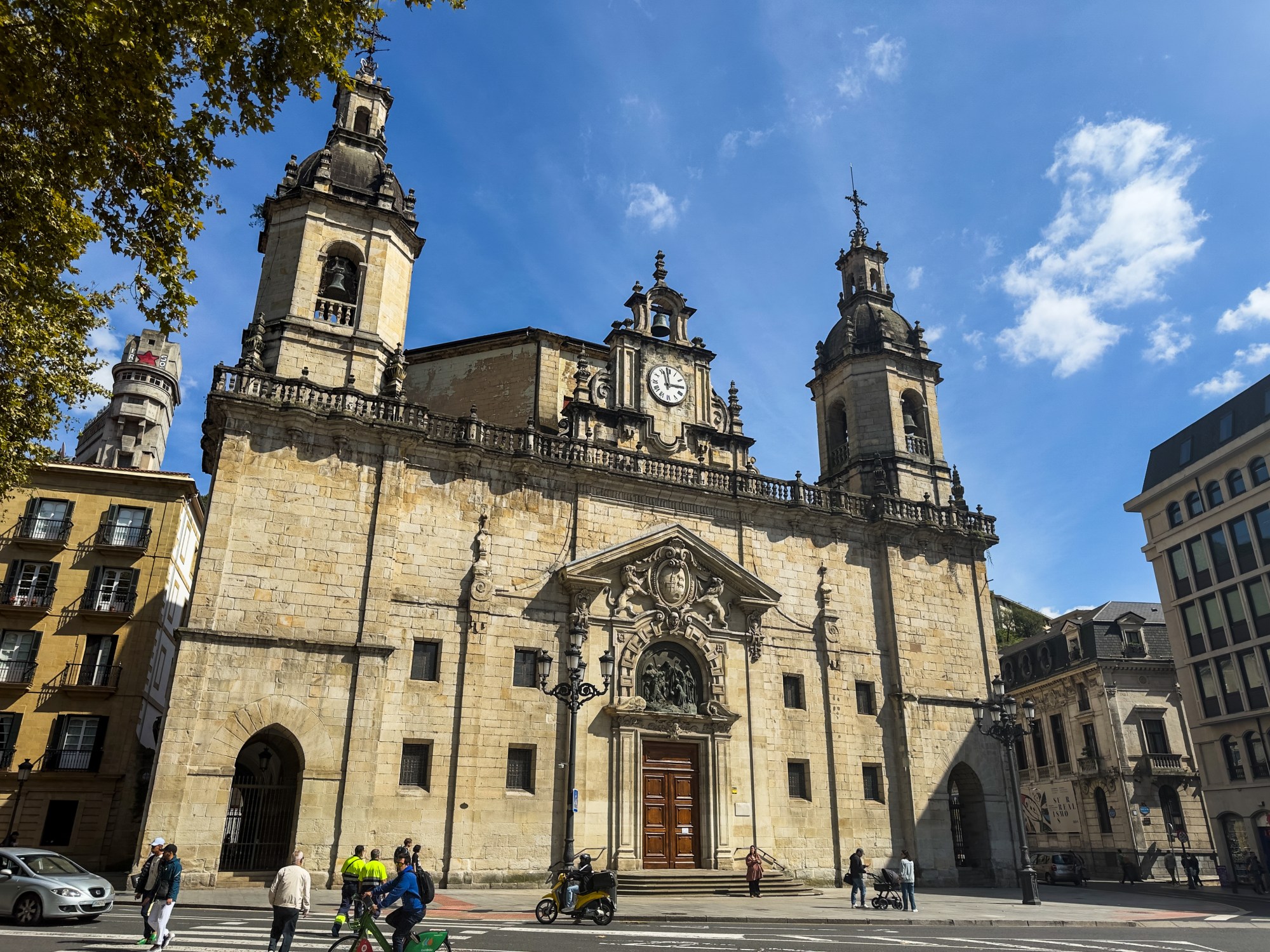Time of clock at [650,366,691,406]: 2:58
